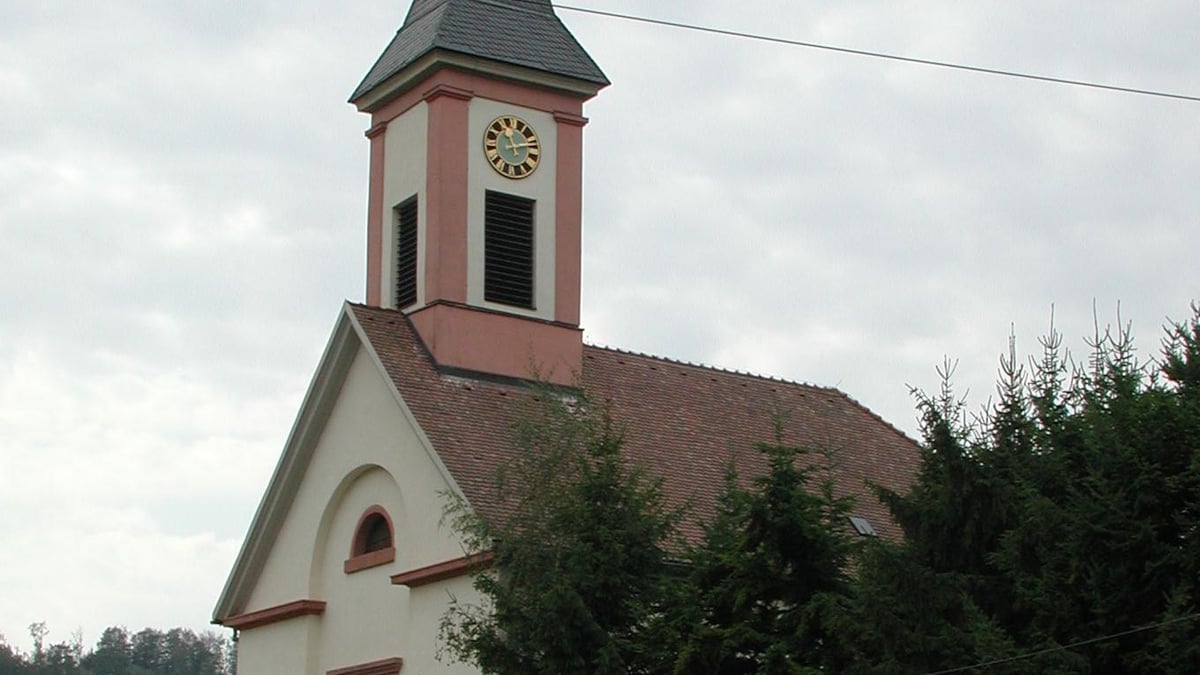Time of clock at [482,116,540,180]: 11:12
